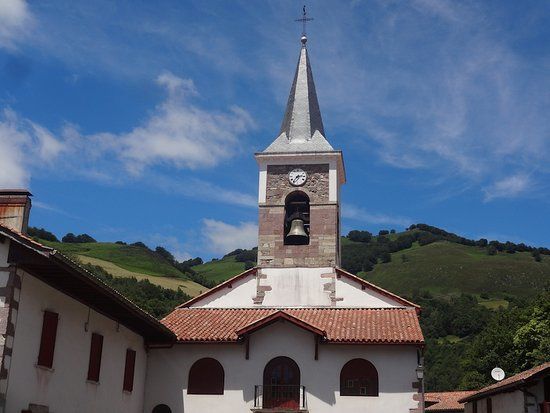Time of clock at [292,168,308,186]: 2:36
